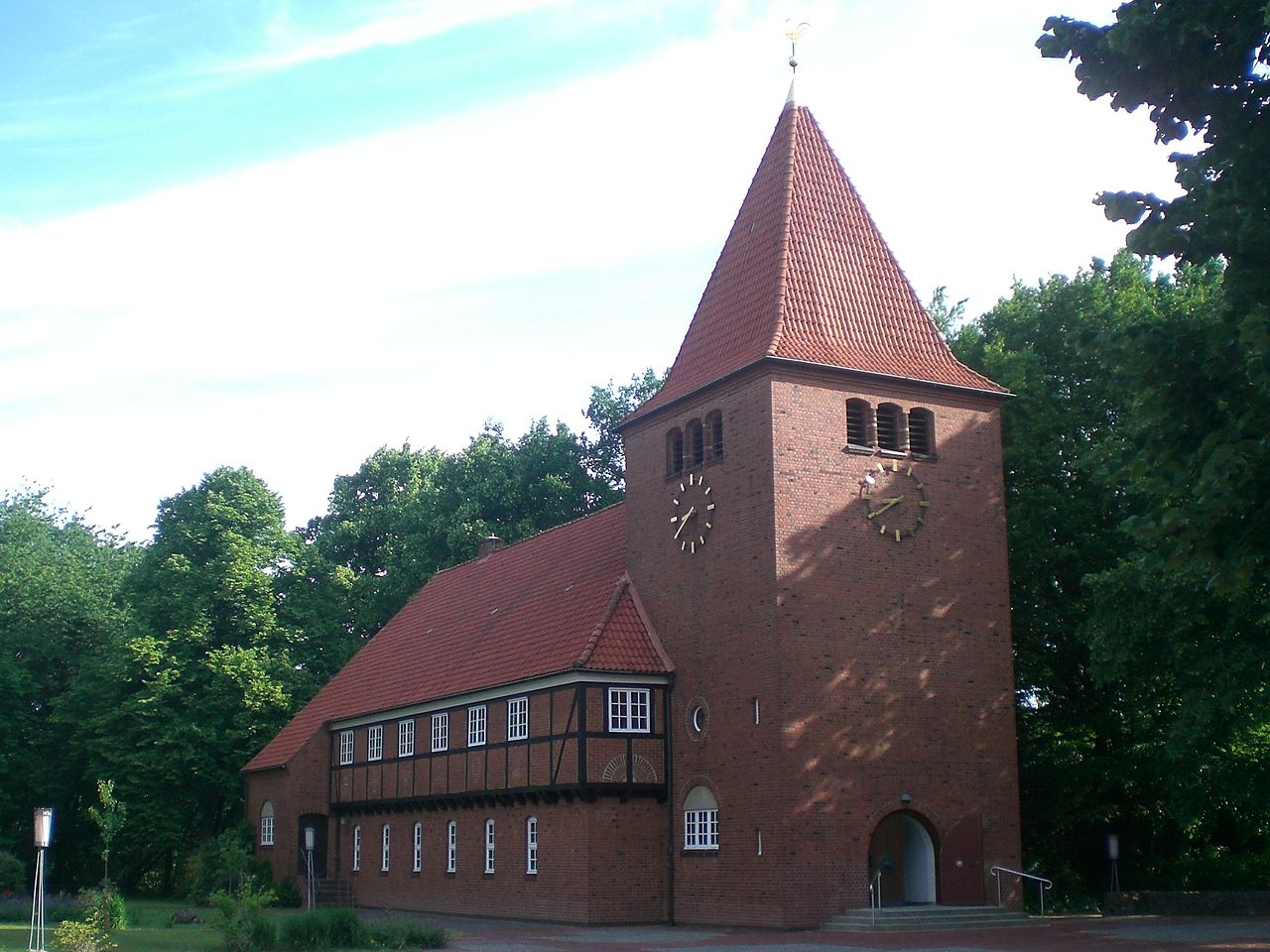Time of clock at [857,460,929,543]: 8:39
